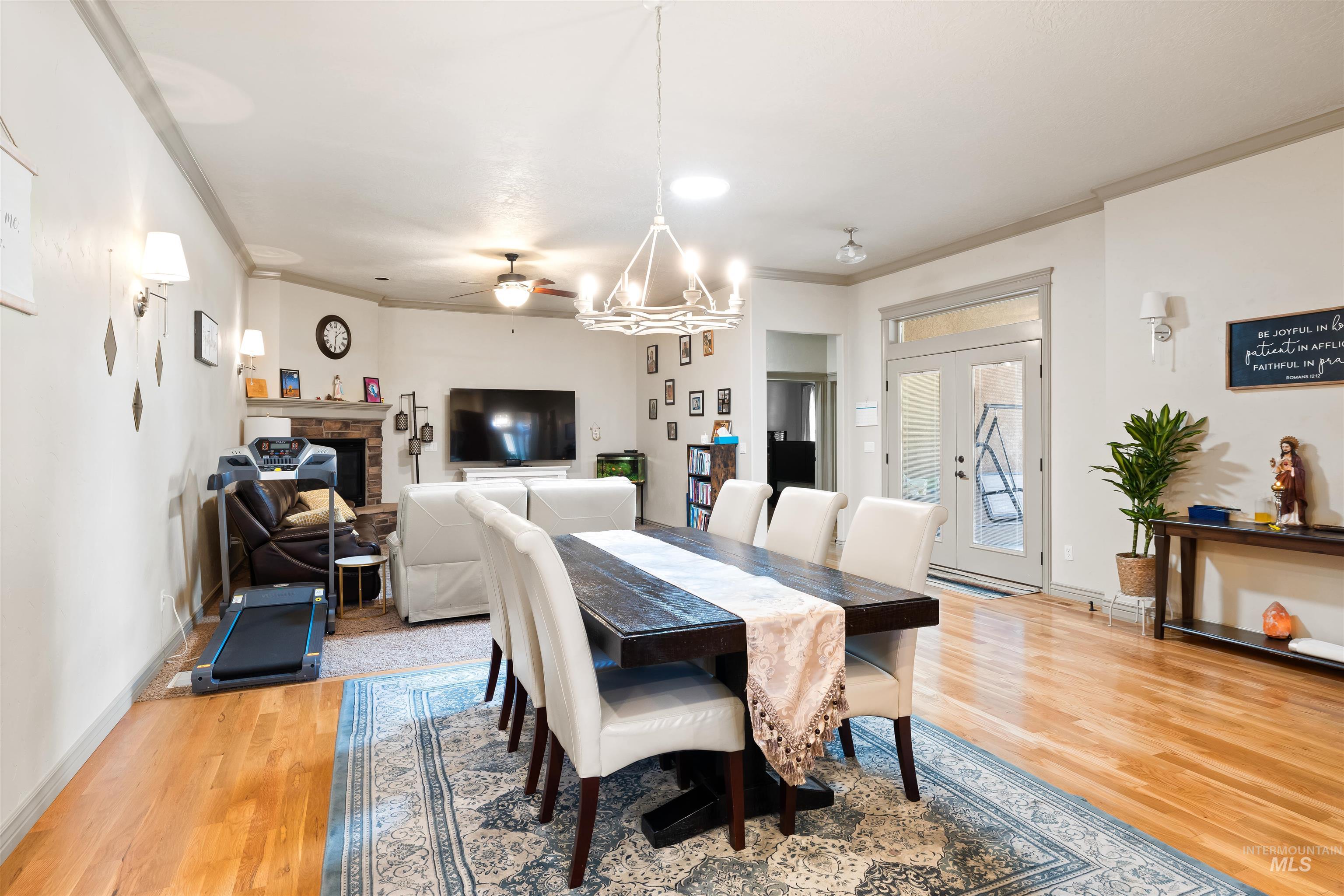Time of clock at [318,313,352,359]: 1:30
